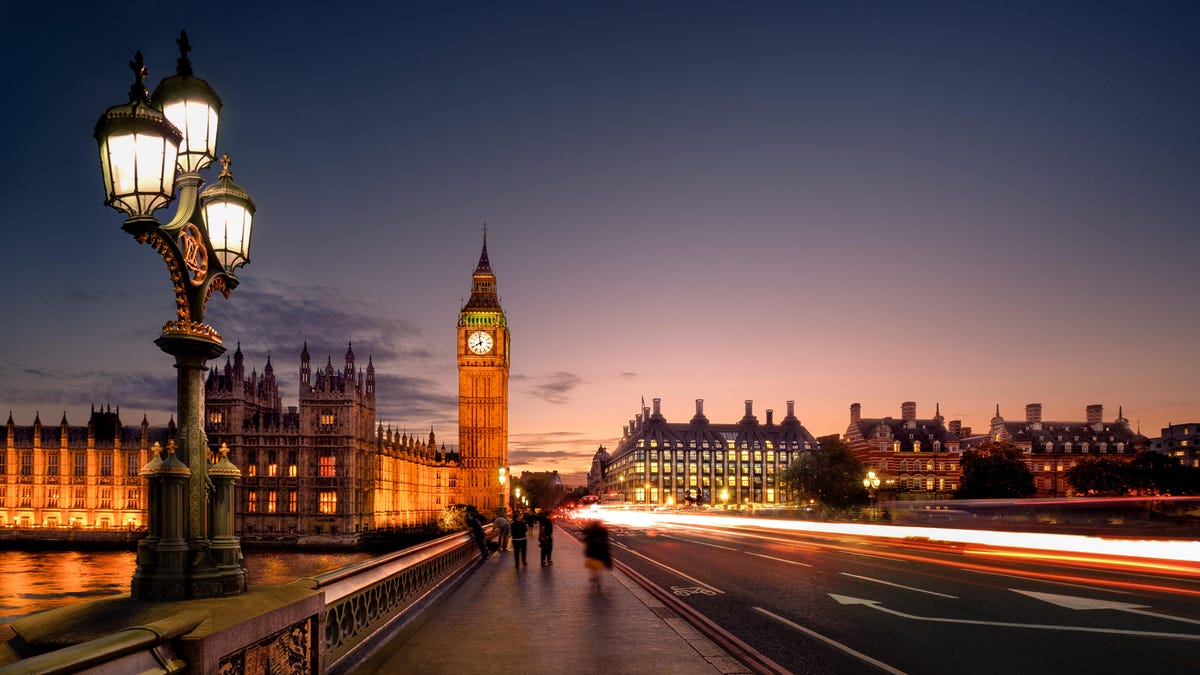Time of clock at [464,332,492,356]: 7:58
